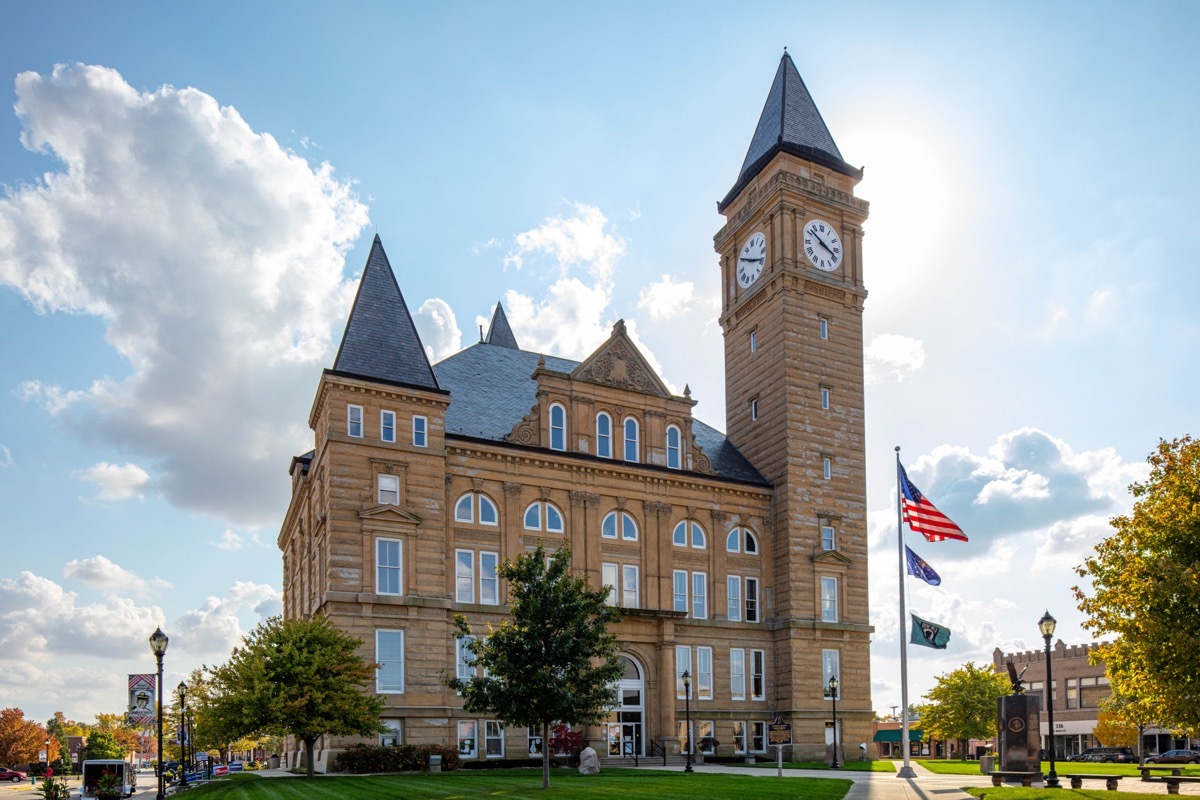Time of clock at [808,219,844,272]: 3:51
